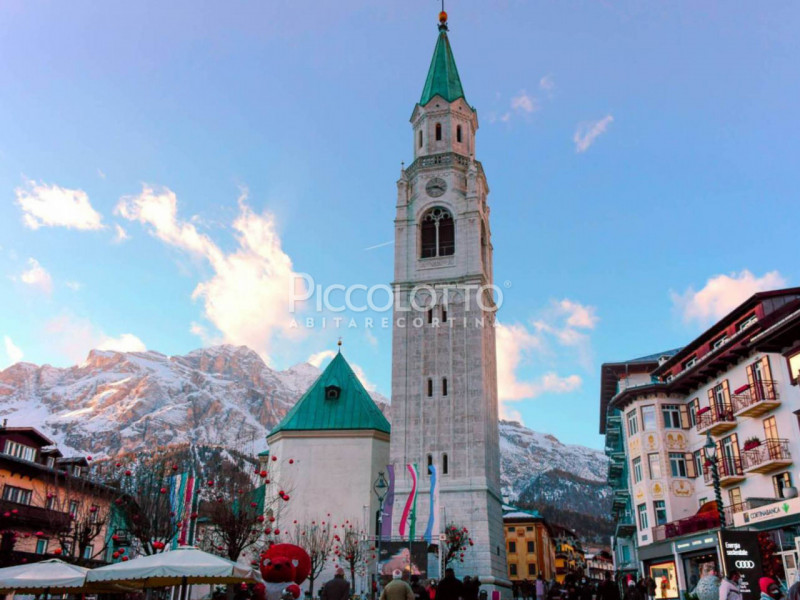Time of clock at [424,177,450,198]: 3:43
